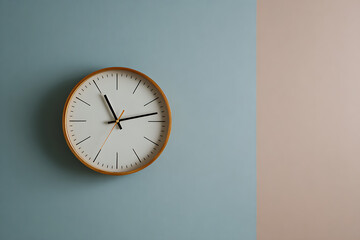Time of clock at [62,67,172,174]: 11:12
